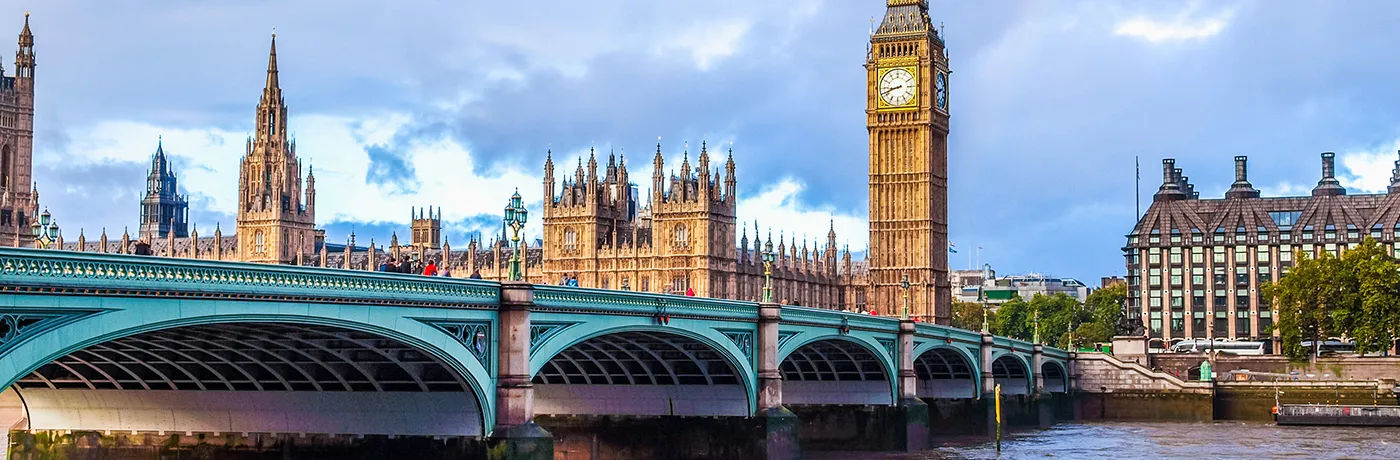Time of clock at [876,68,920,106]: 8:41
